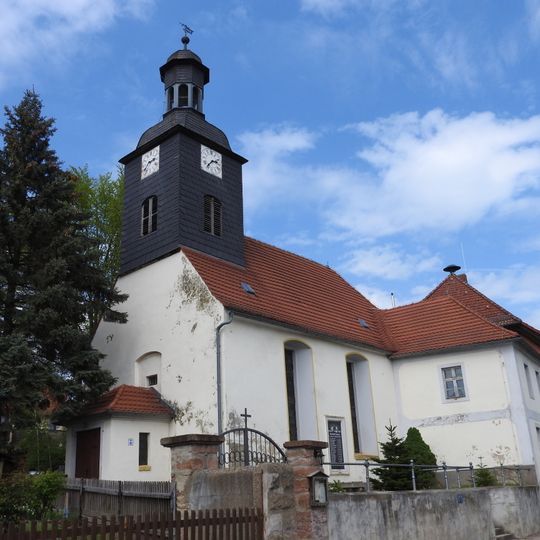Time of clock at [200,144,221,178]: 2:36
